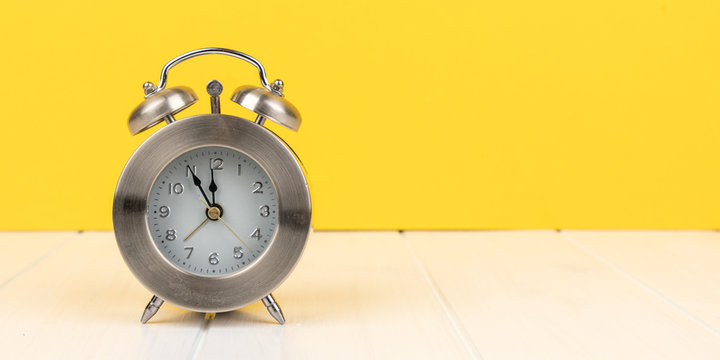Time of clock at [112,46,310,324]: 11:55
